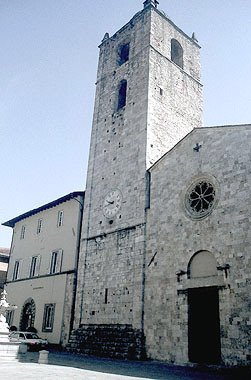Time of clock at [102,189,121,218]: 9:42
